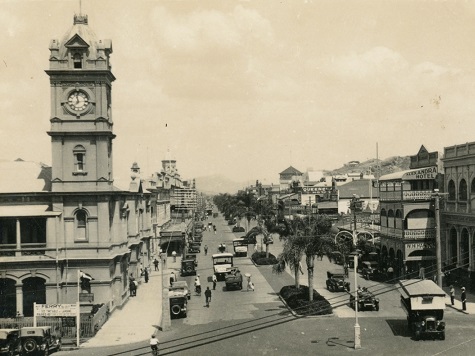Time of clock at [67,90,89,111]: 11:37
